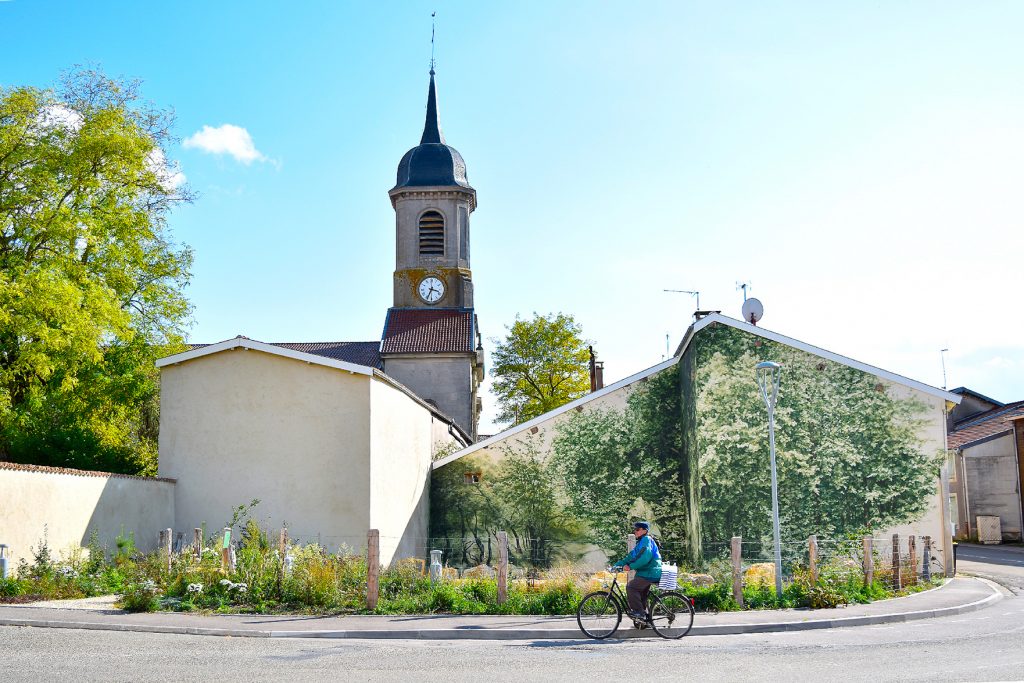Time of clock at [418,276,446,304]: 3:34
